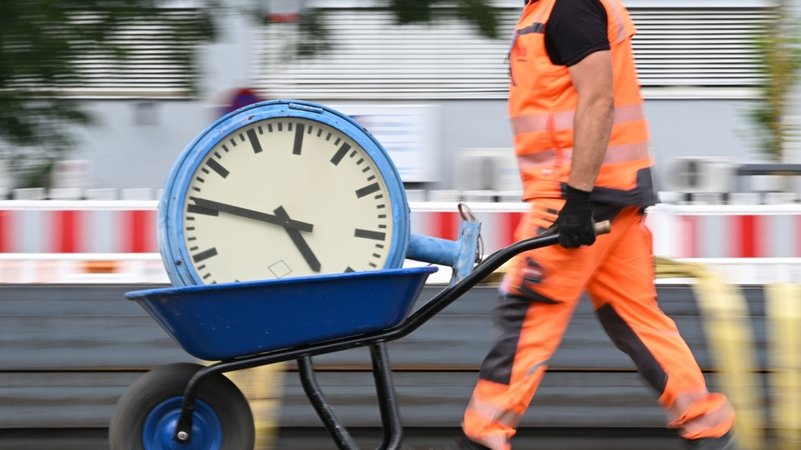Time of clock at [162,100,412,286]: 4:46
